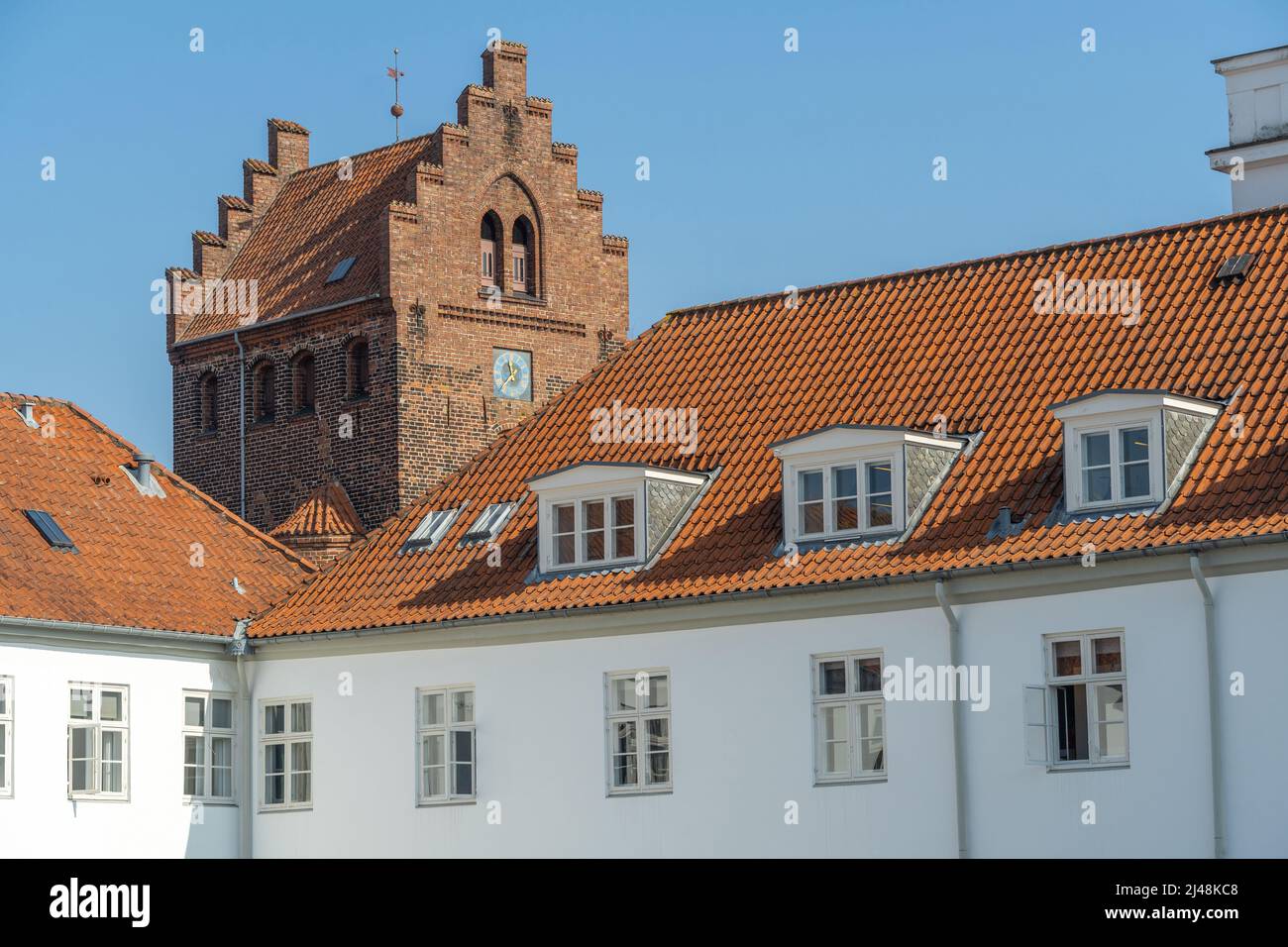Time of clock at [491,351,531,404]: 11:37
